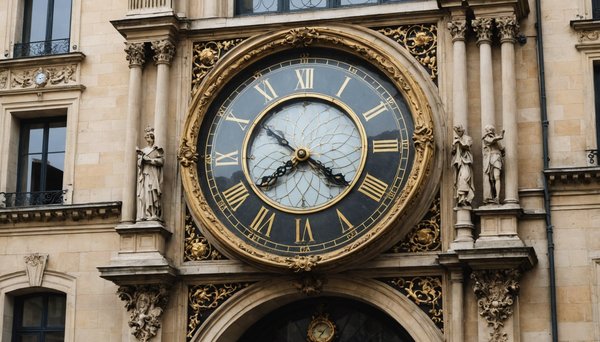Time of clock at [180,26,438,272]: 7:51
